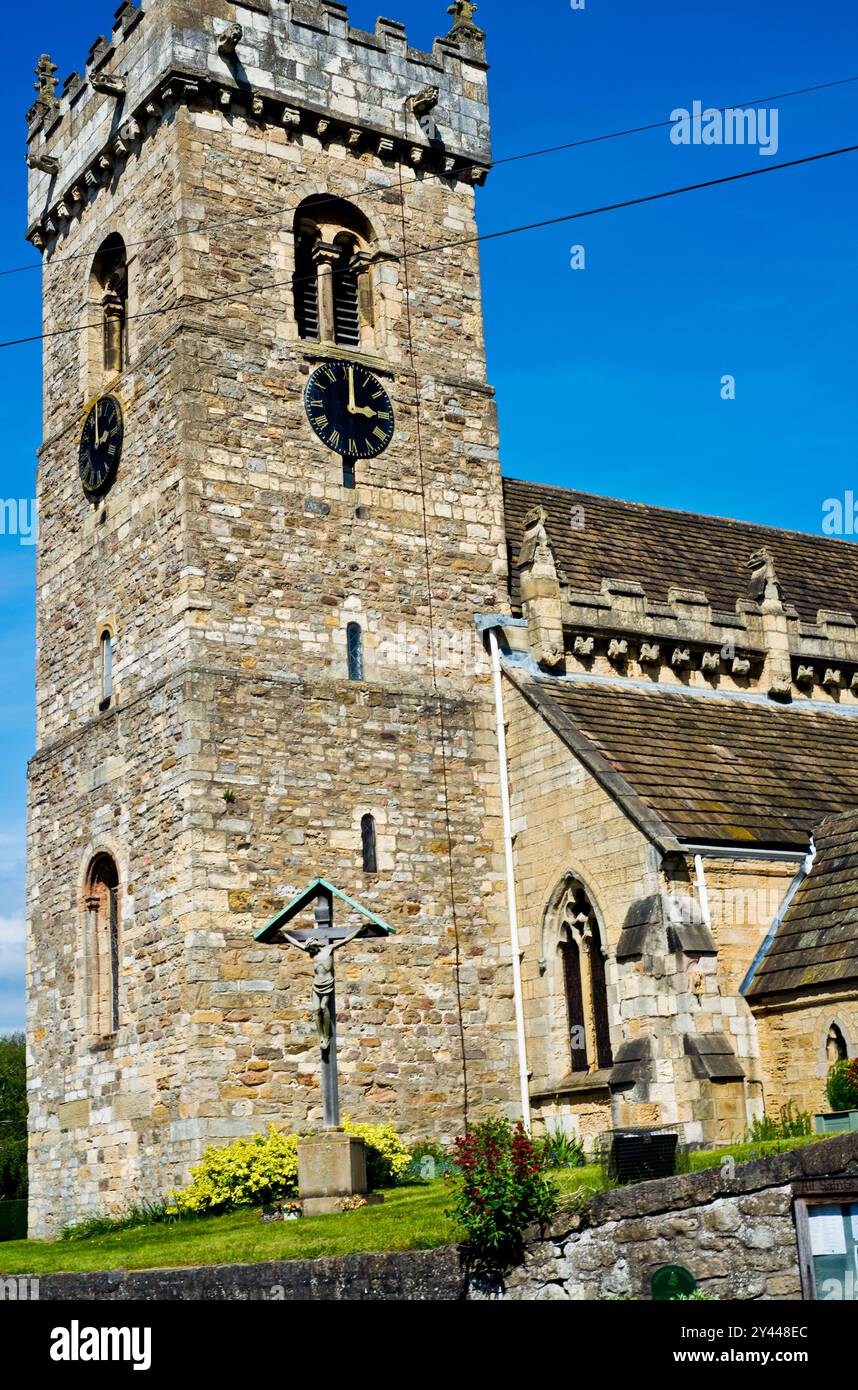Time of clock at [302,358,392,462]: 3:00
